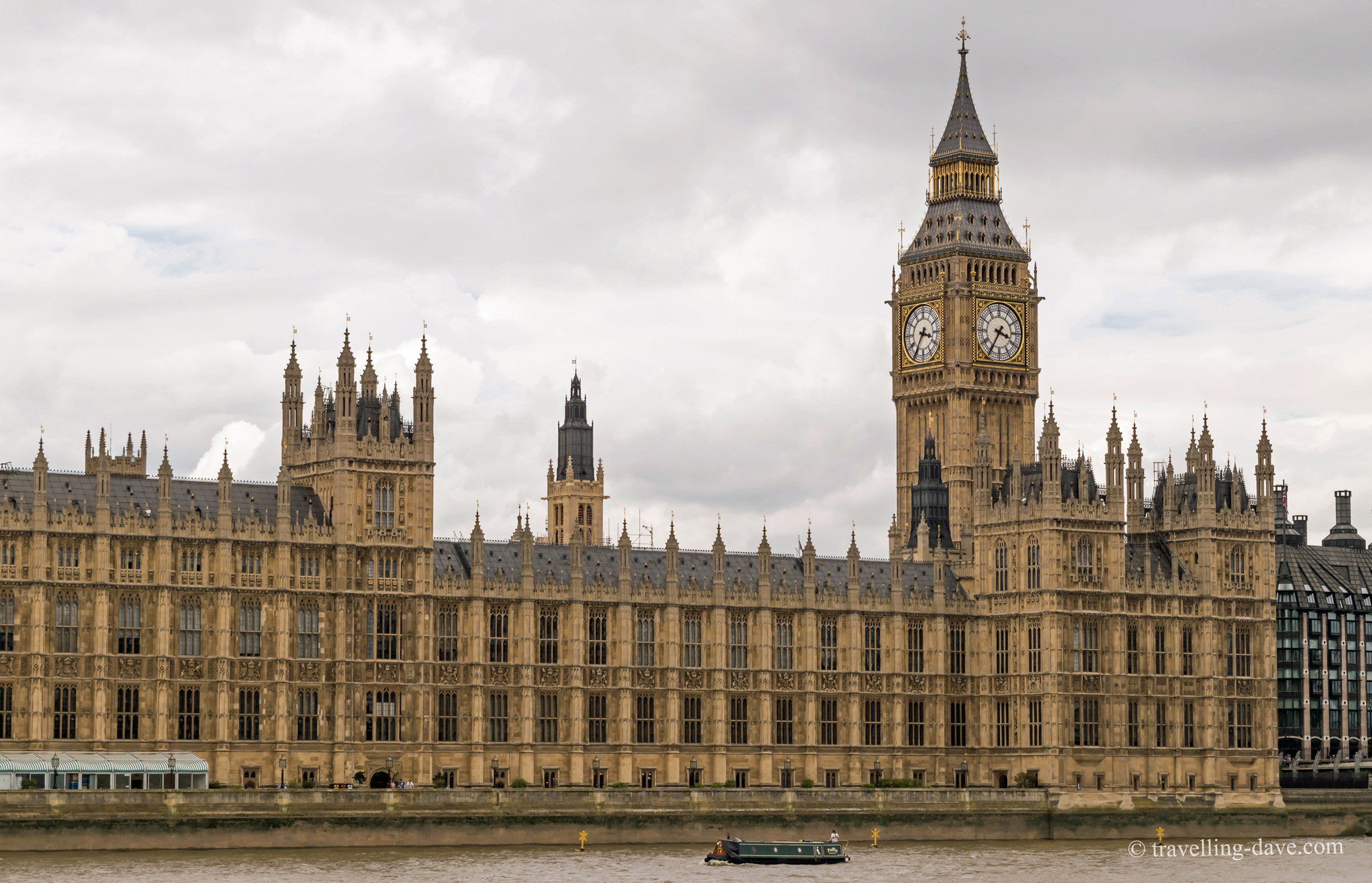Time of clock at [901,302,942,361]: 3:35
